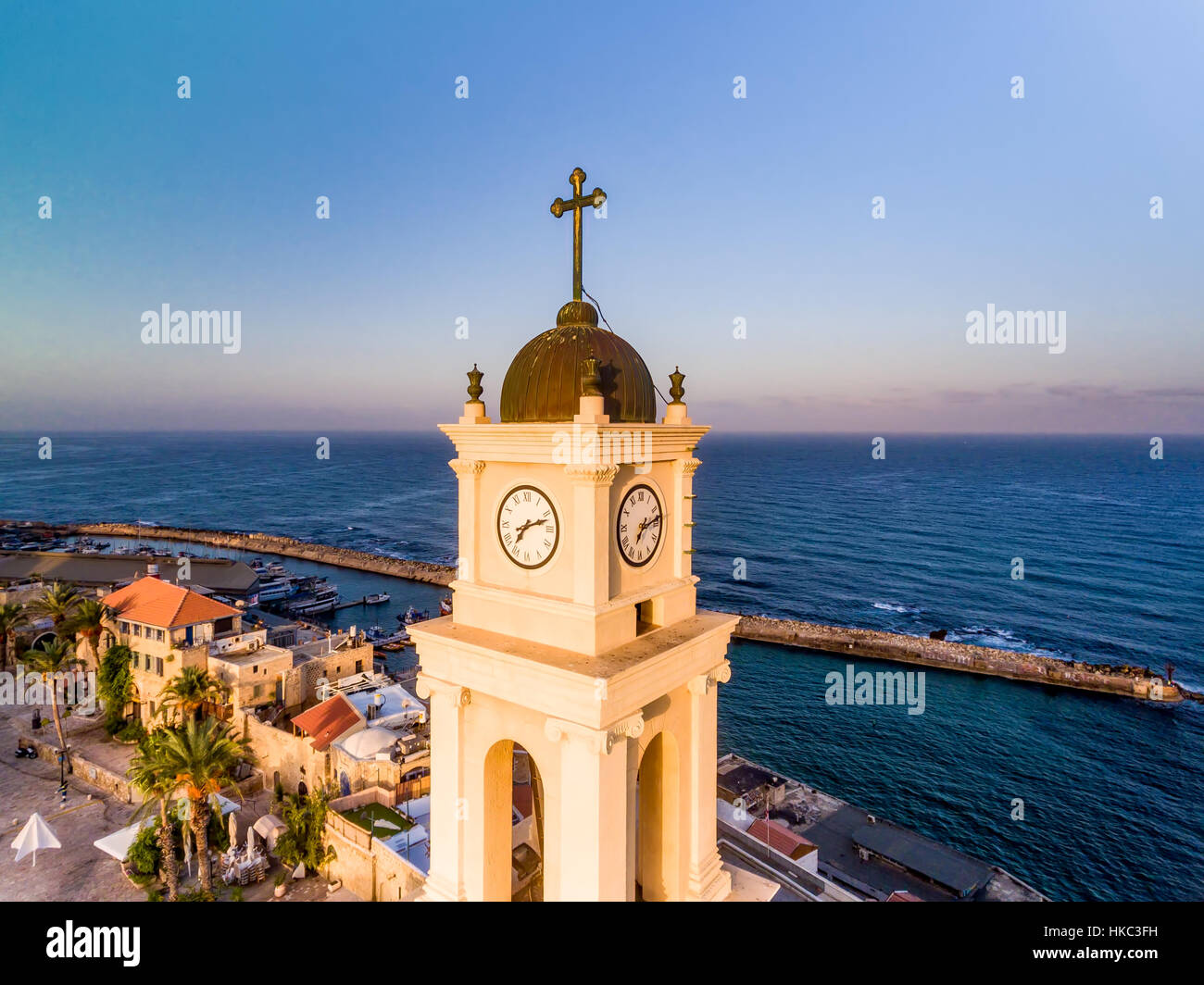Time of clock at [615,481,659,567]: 7:13
